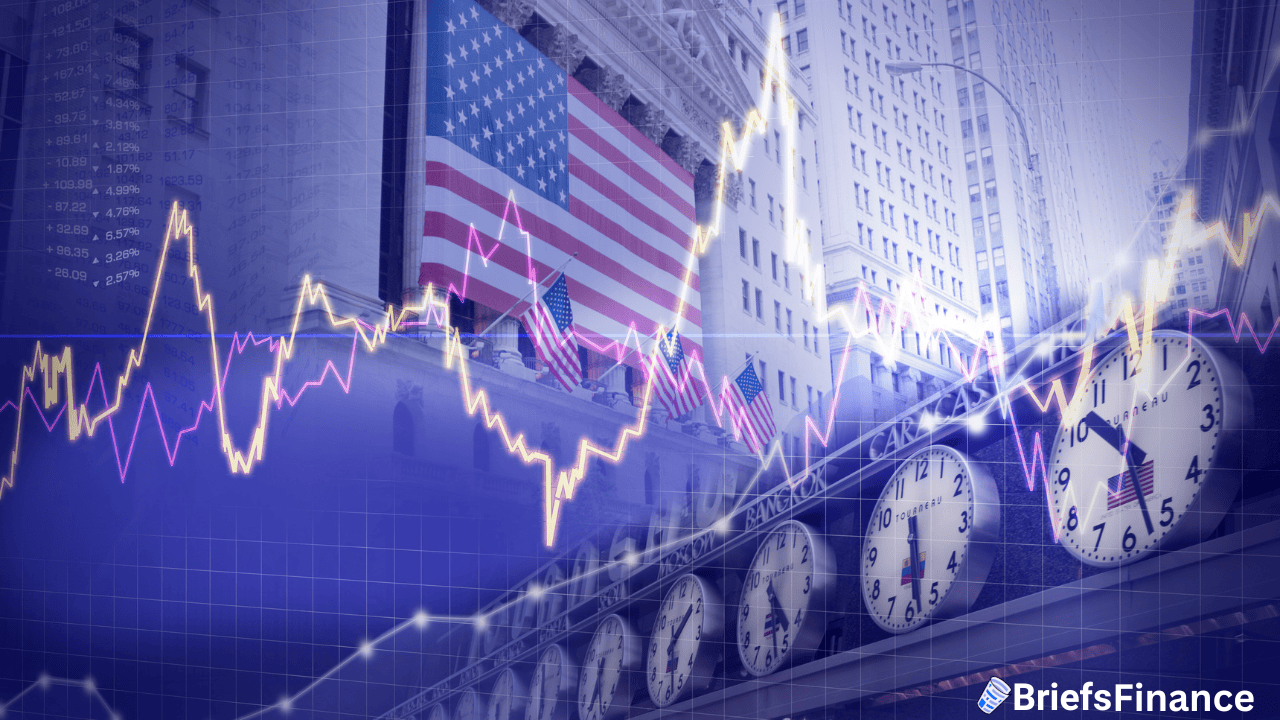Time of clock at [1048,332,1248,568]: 10:27
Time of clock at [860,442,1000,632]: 6:28
